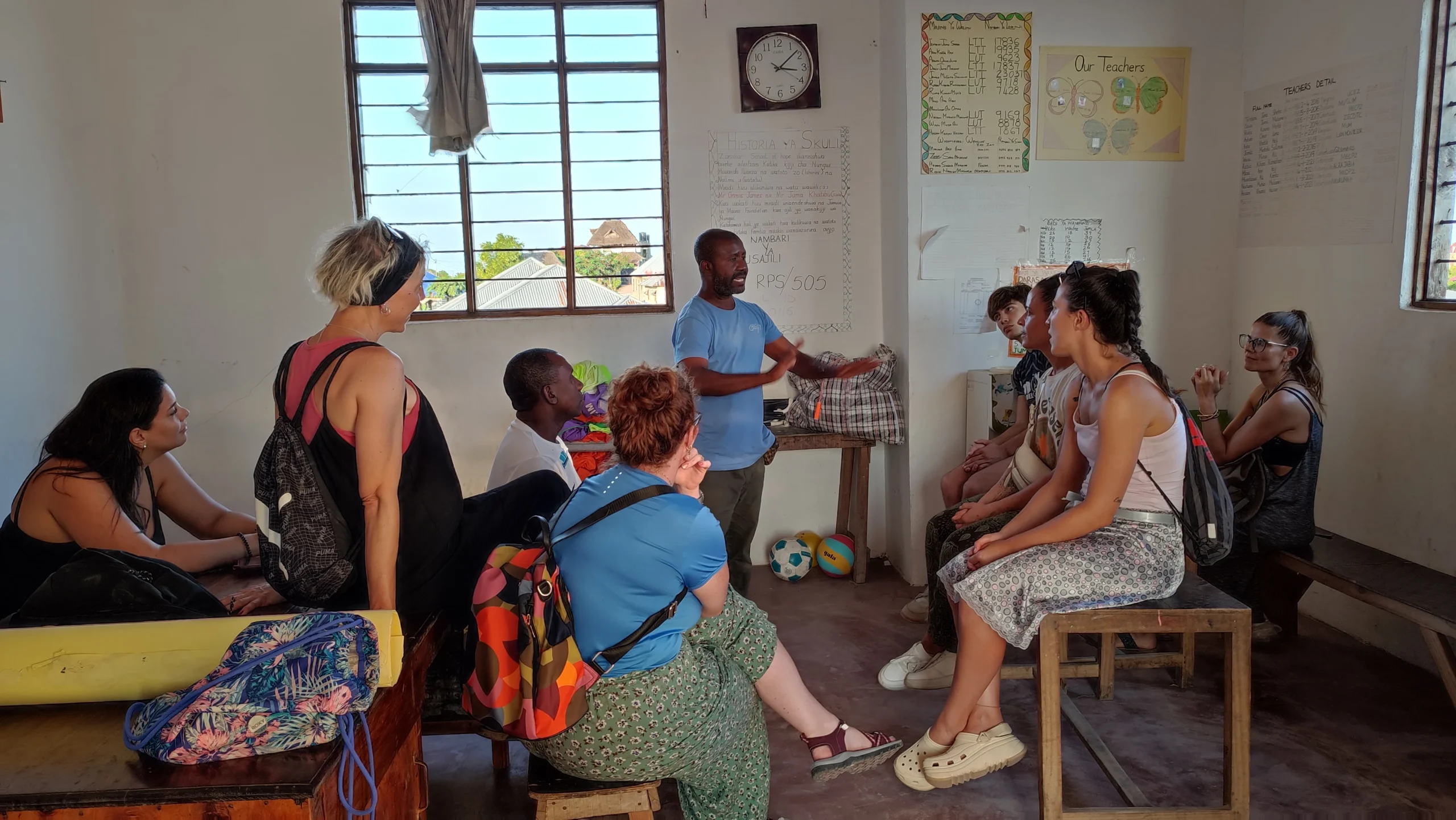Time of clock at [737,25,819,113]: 3:08
